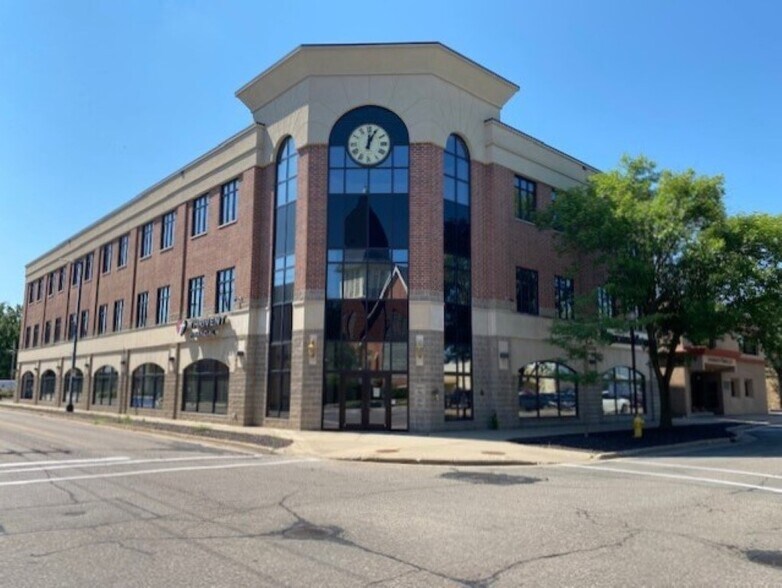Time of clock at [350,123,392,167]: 12:04
